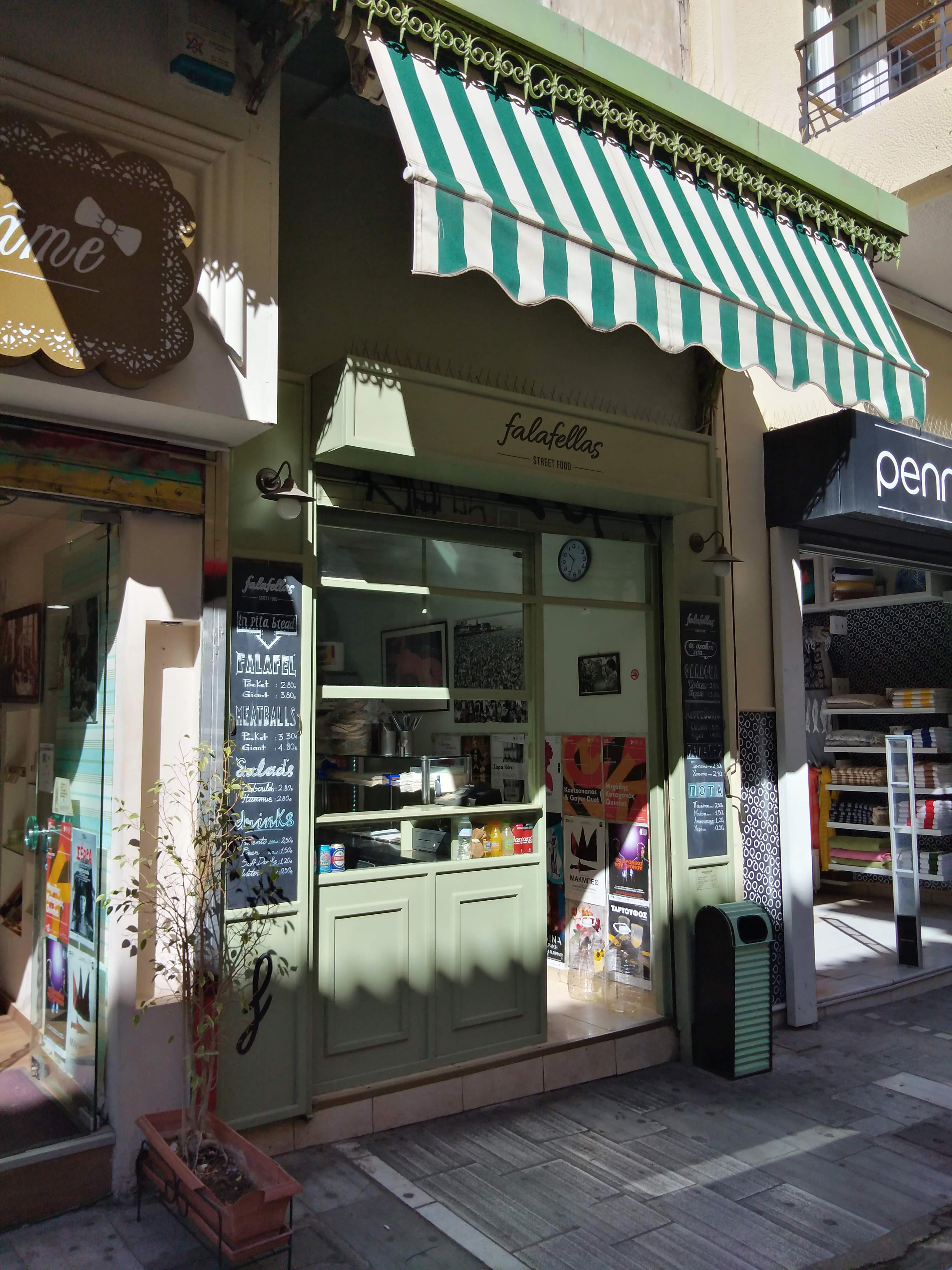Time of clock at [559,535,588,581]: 10:34
